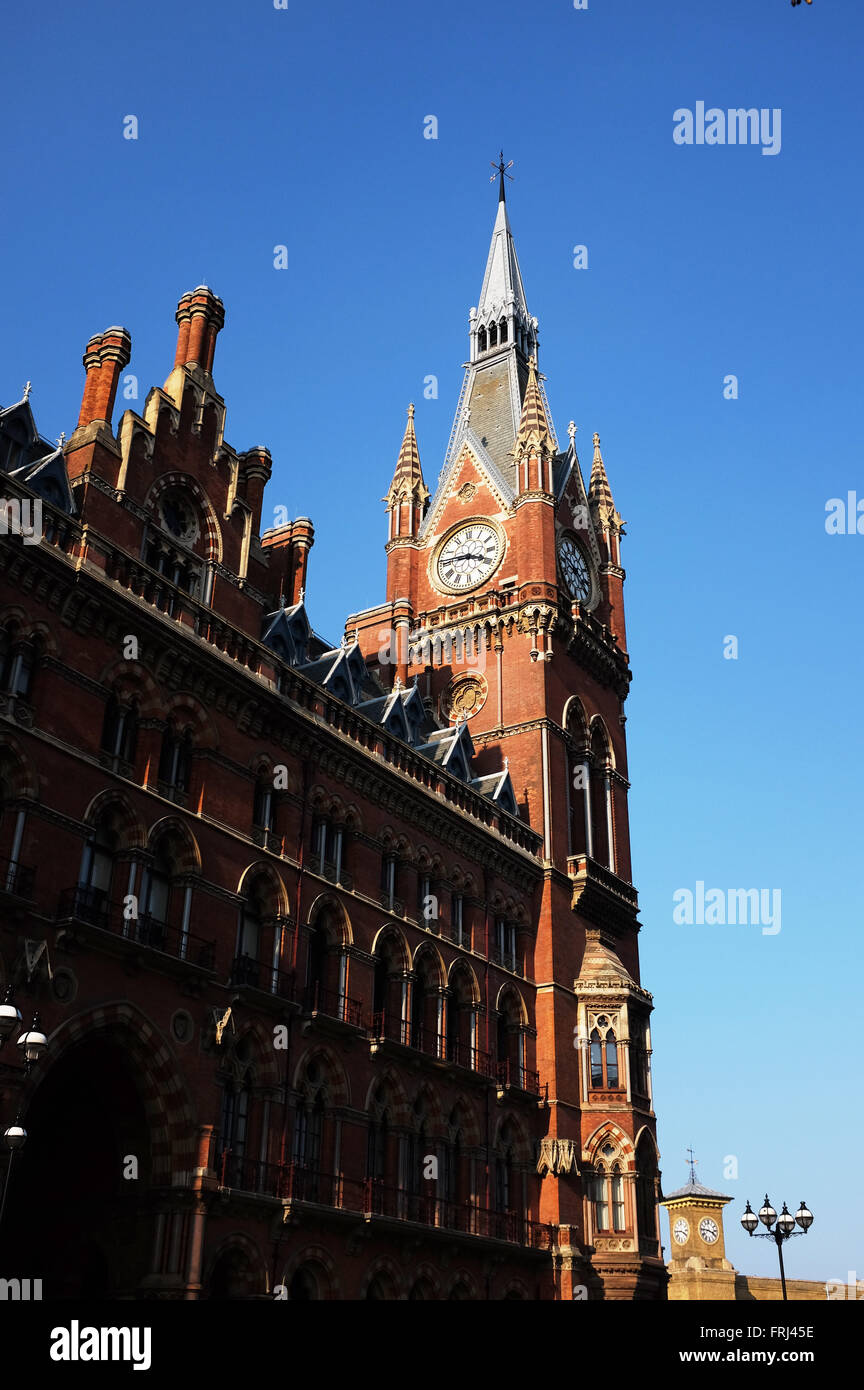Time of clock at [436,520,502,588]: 3:46
